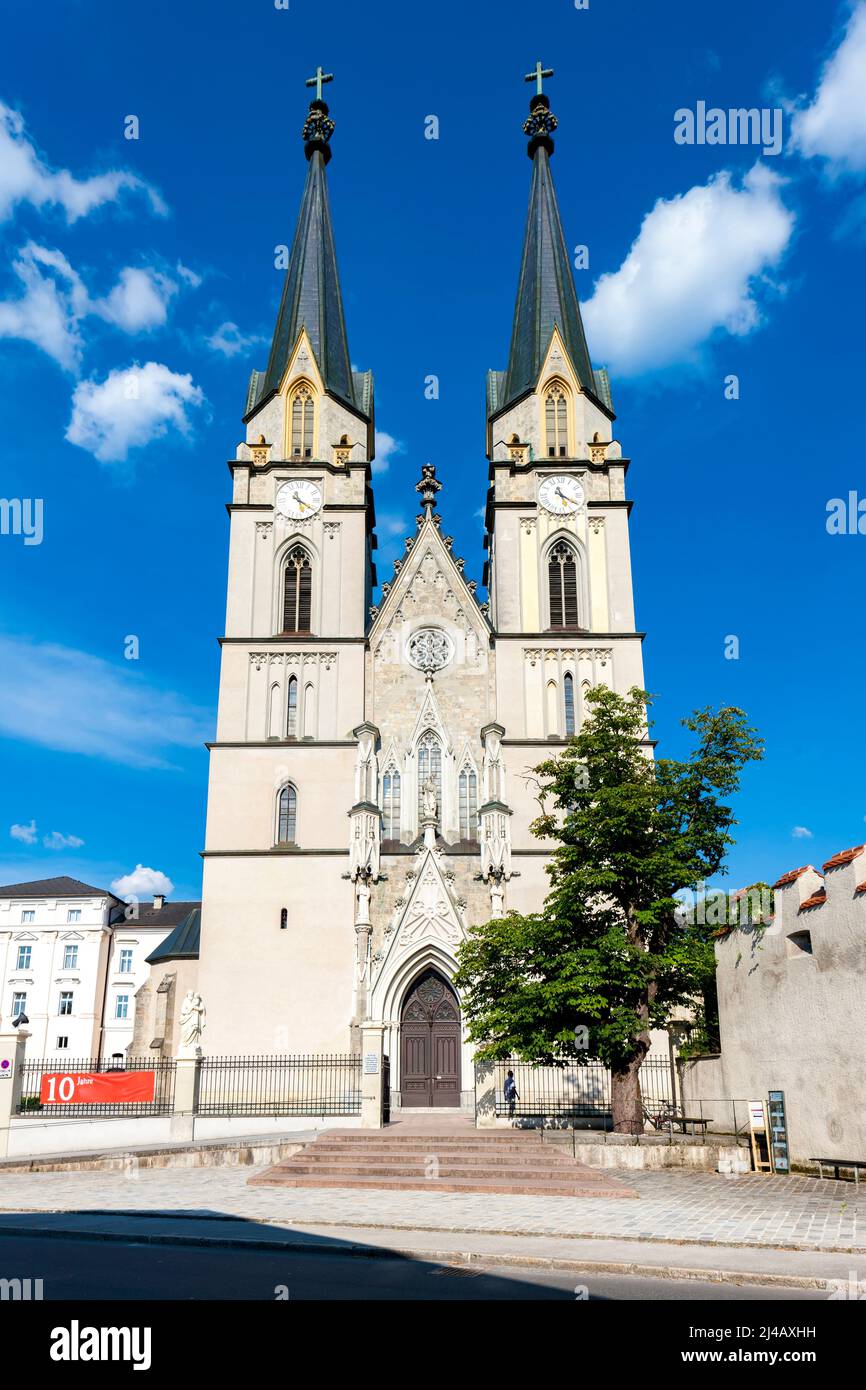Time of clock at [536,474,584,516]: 5:20
